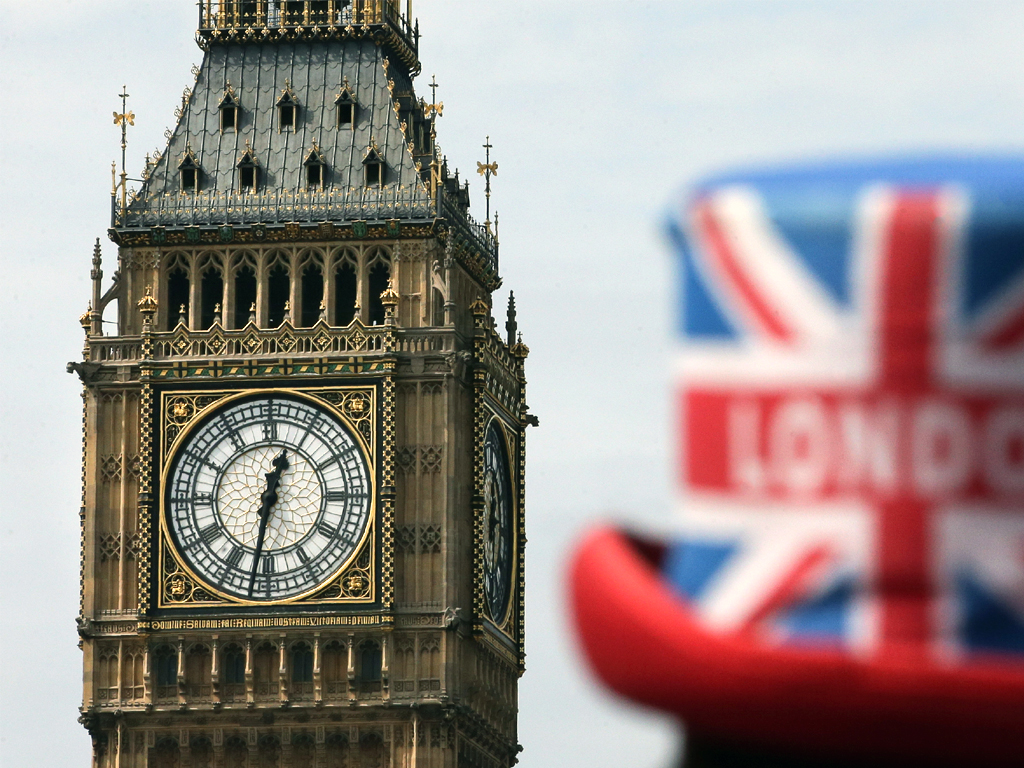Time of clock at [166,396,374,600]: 12:31
